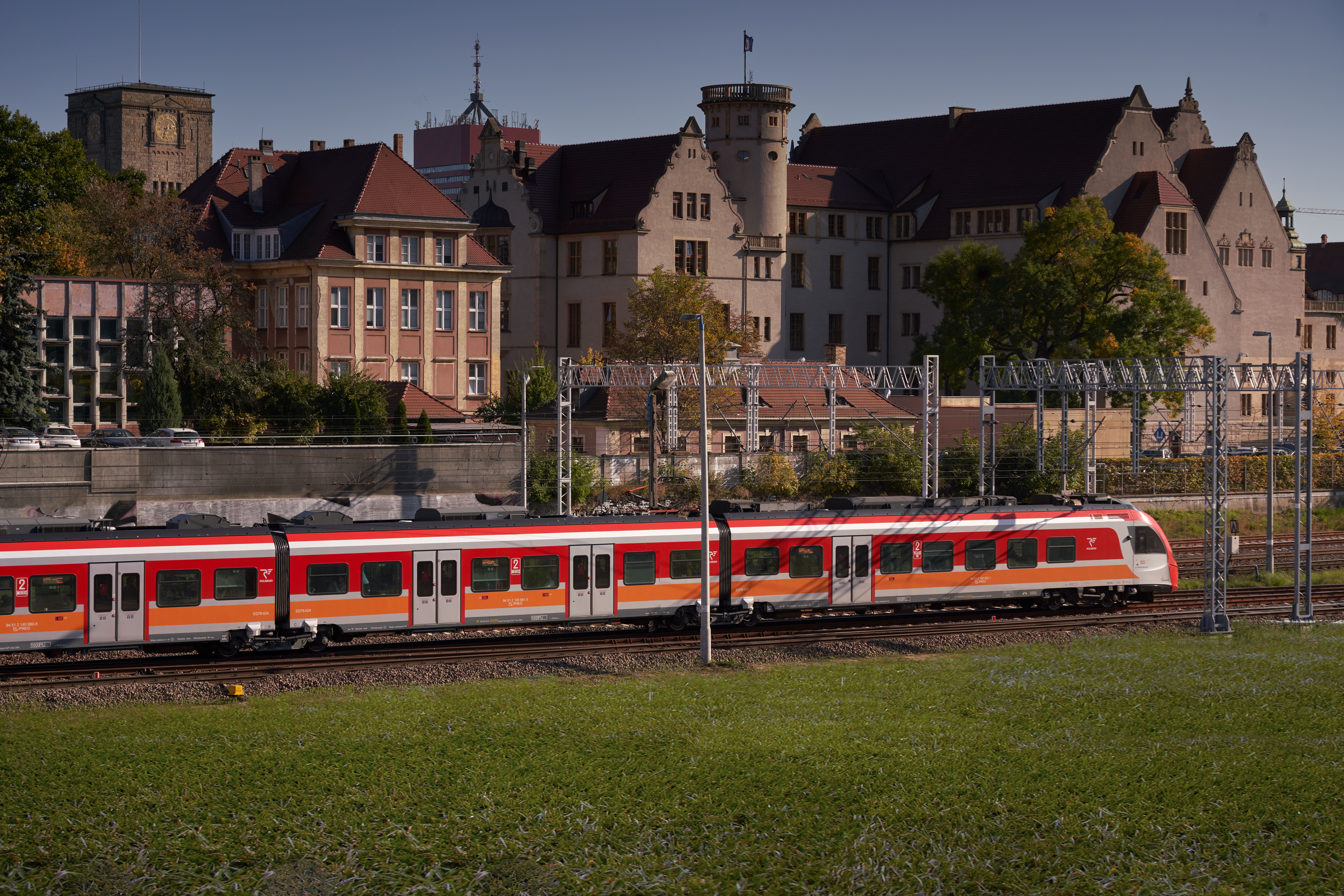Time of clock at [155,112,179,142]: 2:33
